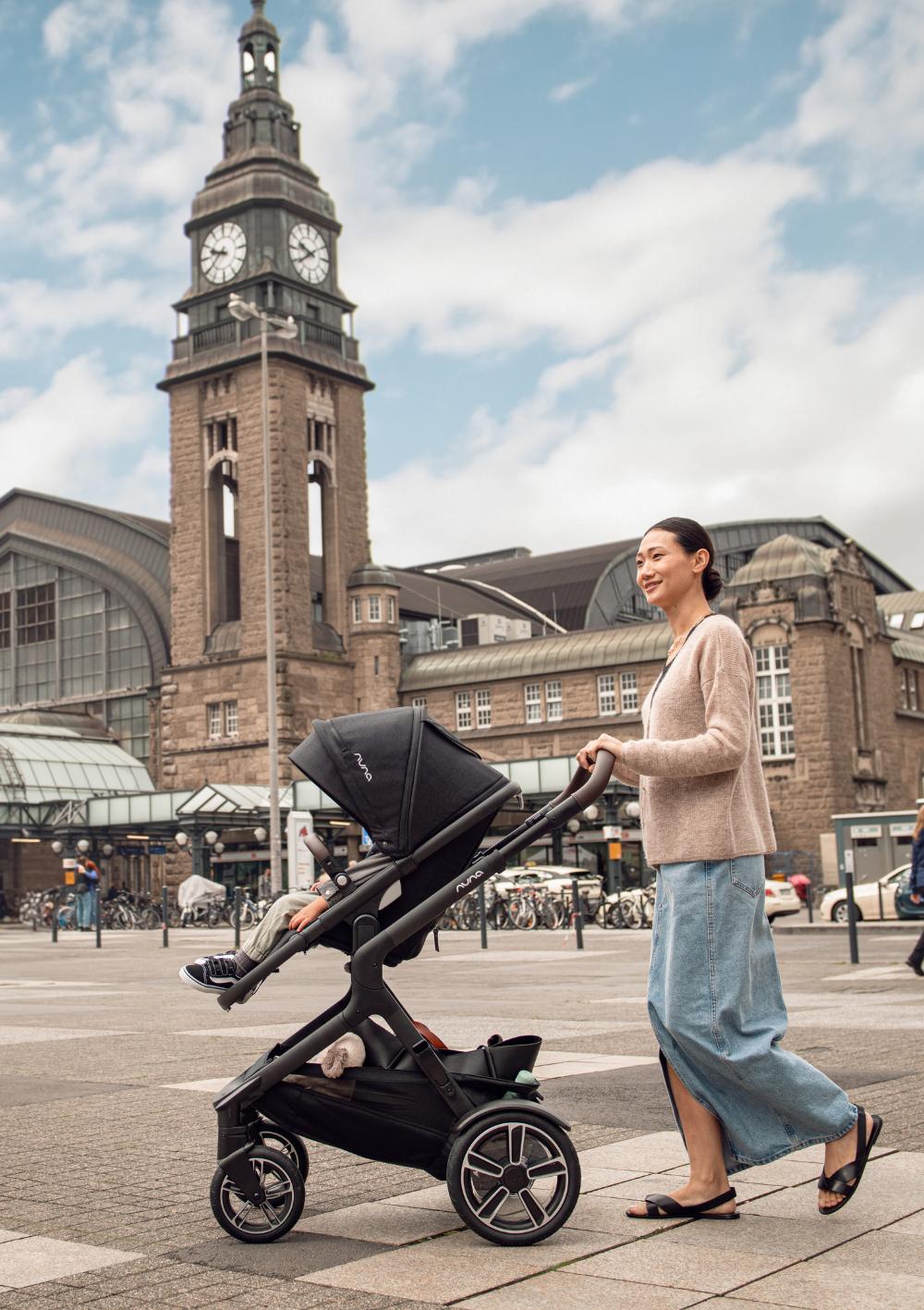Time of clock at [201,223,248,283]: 9:38
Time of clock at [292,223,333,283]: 9:38
